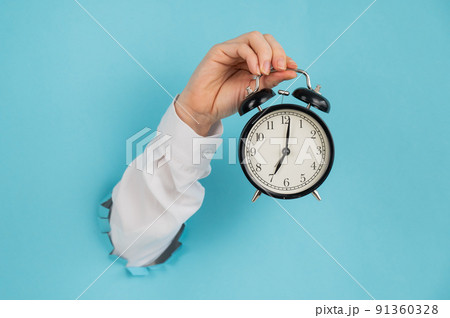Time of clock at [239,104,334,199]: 7:01
